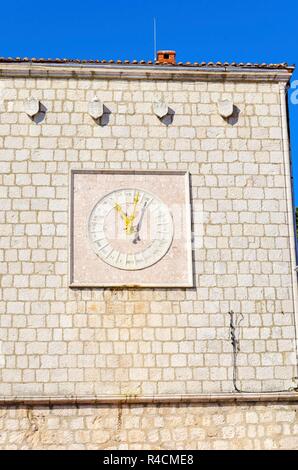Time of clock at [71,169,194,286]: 11:02
